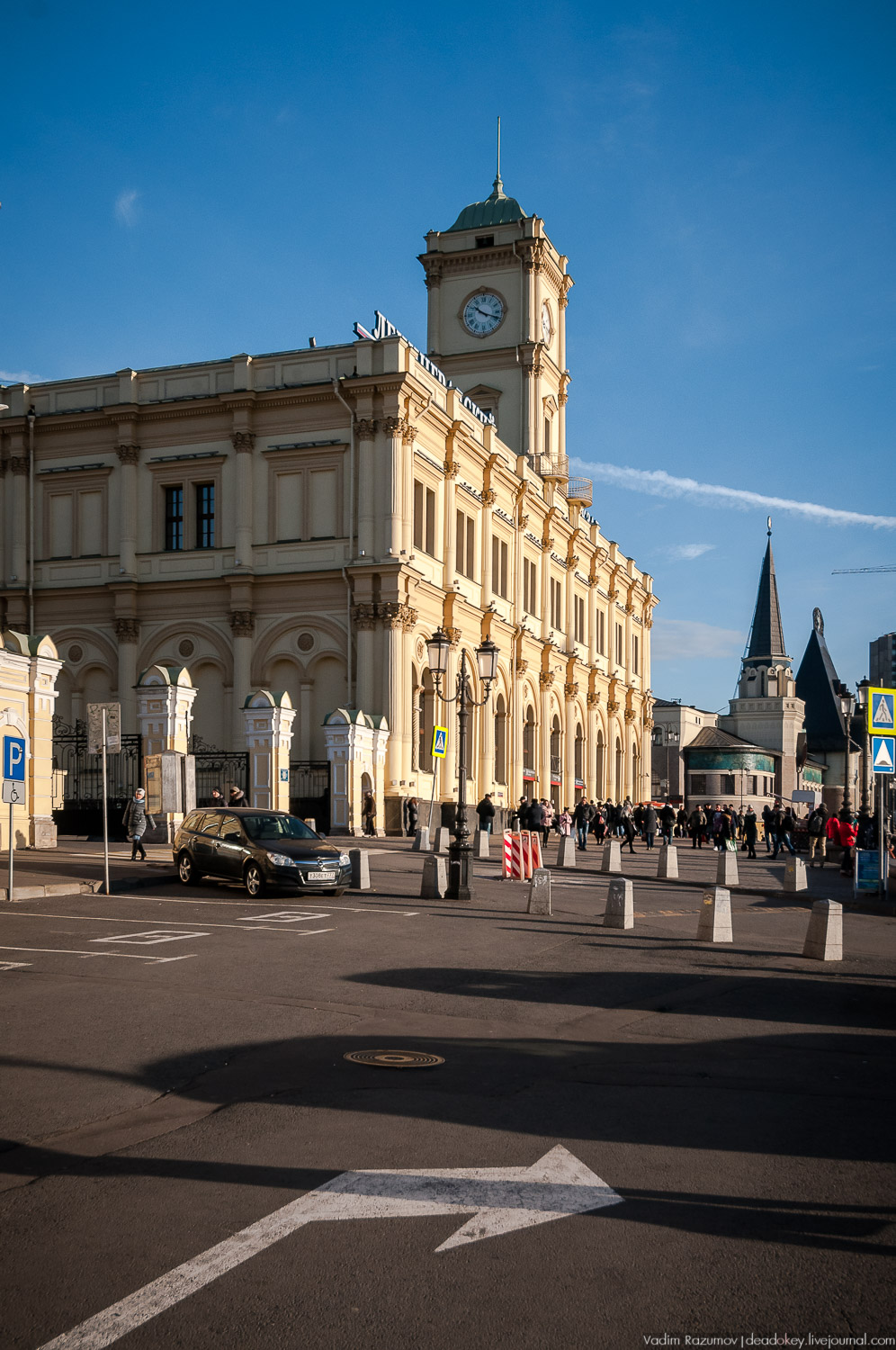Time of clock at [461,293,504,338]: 10:18
